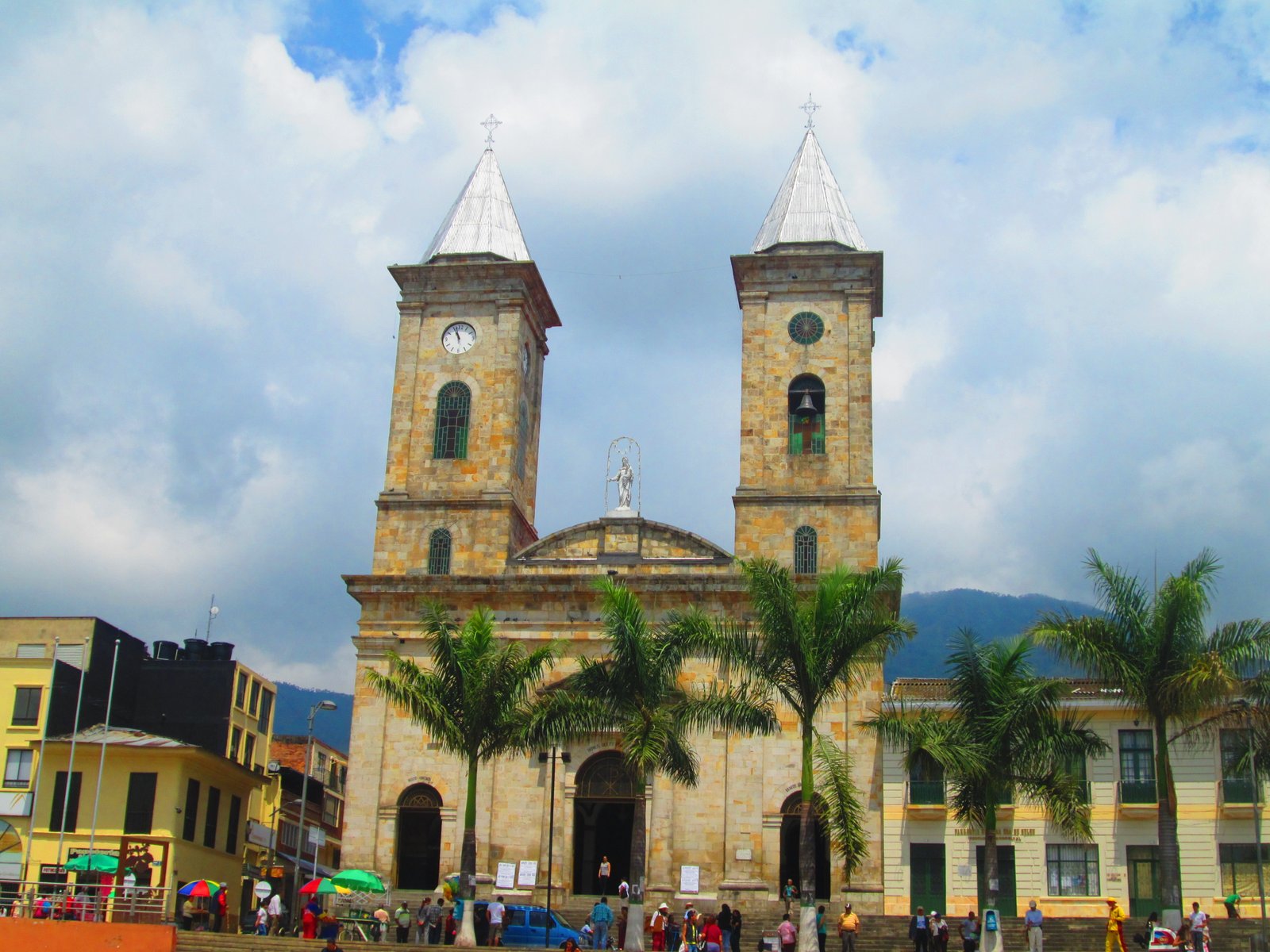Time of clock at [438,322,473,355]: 10:56
